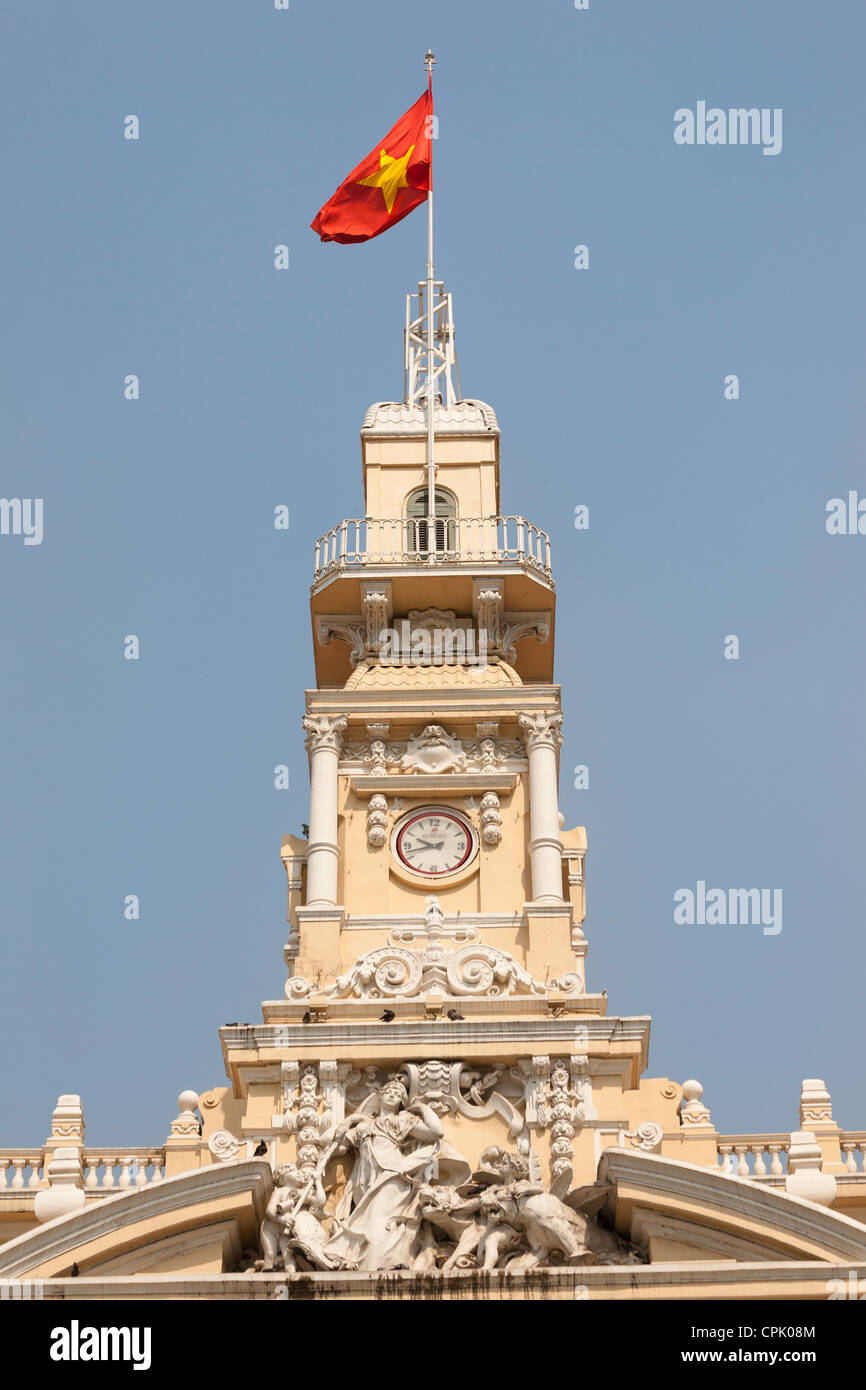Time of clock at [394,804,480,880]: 9:42
